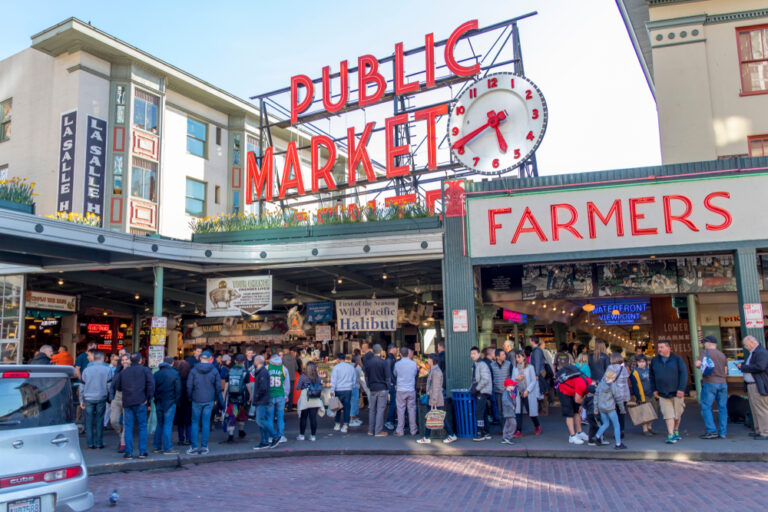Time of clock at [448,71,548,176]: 5:41
